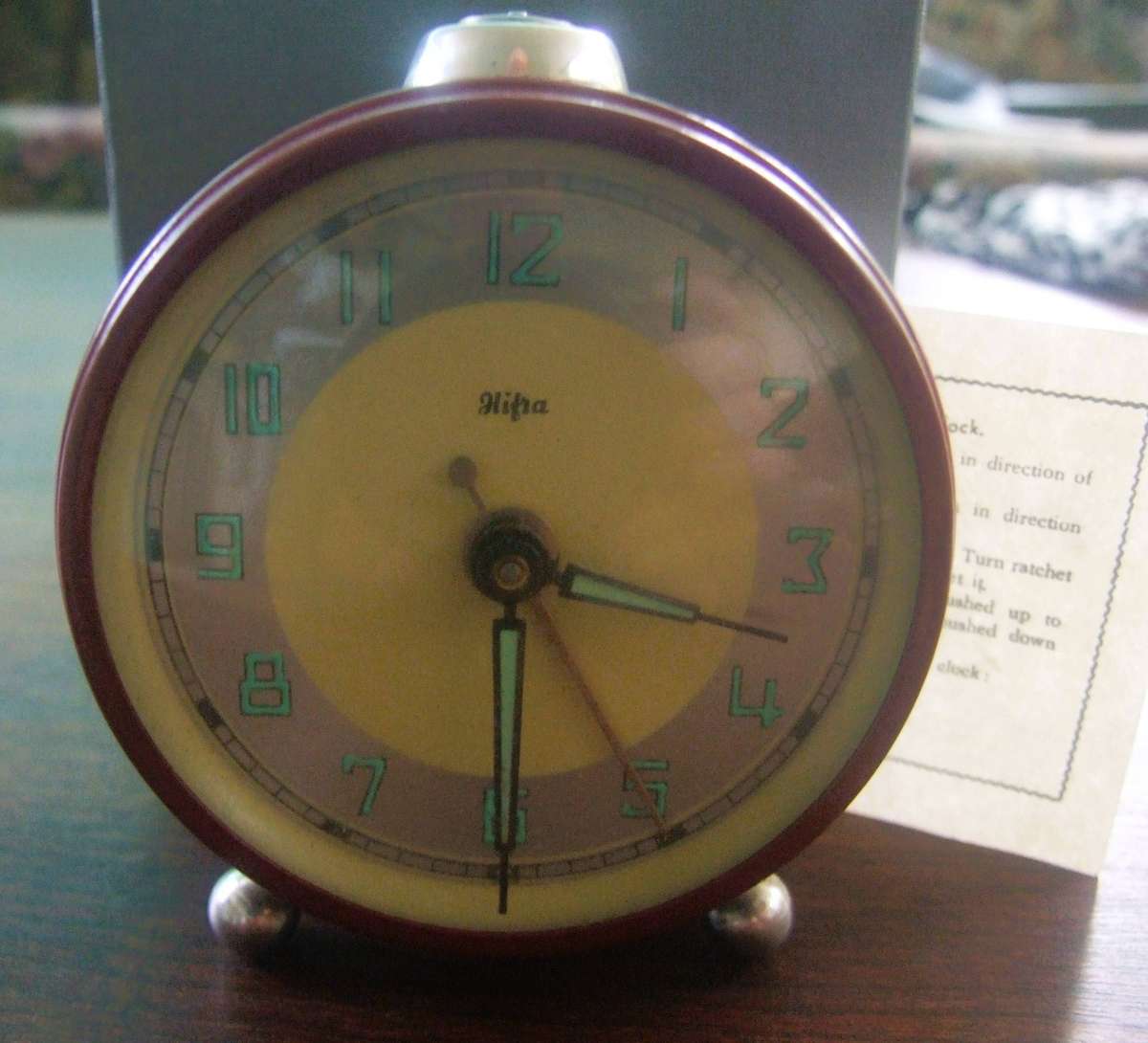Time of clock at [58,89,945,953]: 3:30
